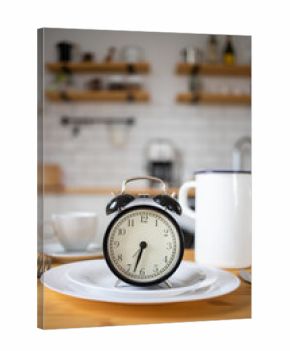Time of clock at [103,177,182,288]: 6:32
